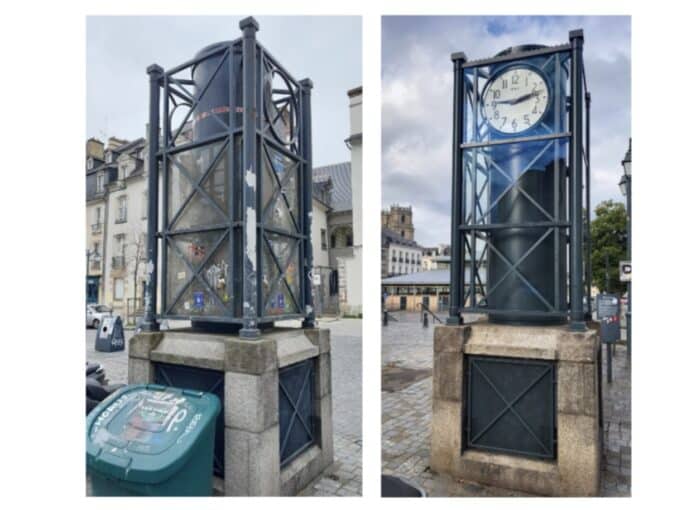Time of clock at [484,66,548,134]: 9:12
